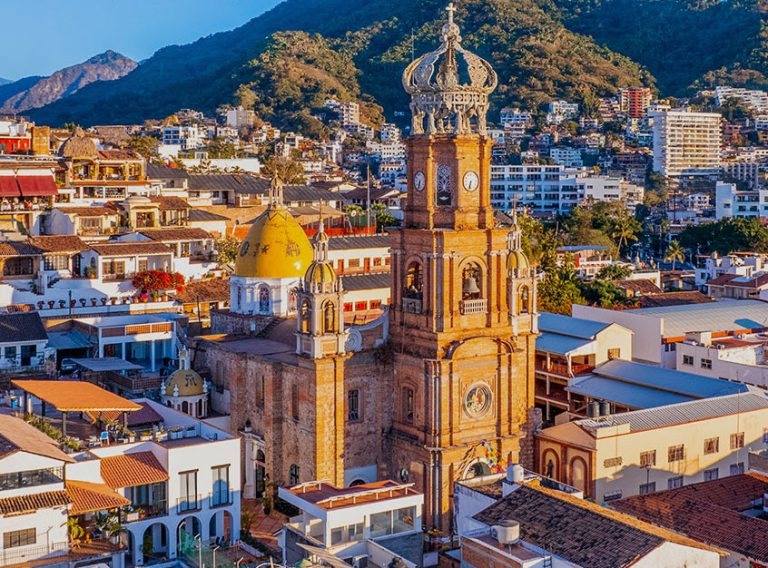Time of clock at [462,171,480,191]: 6:32
